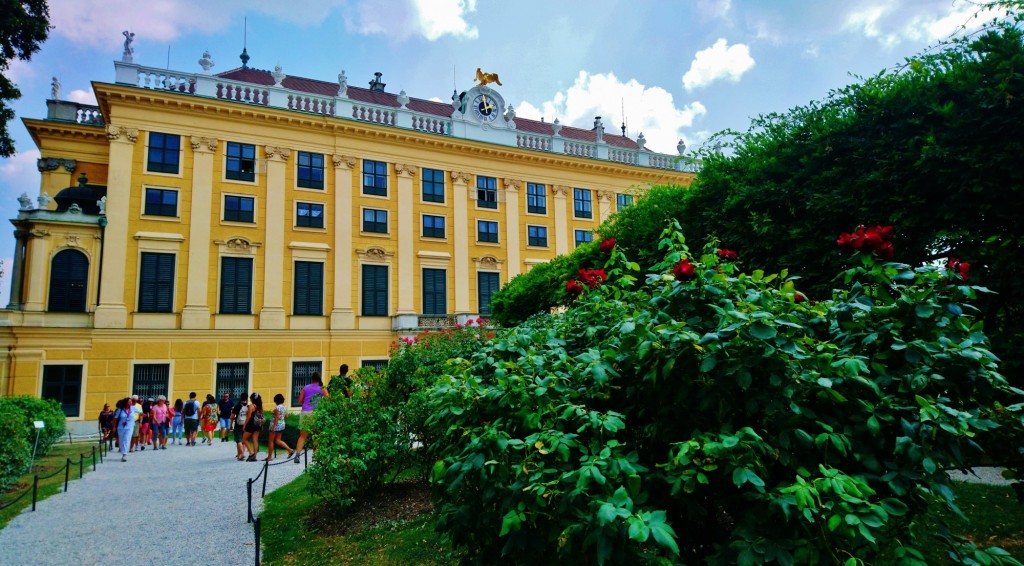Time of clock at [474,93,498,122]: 1:59
